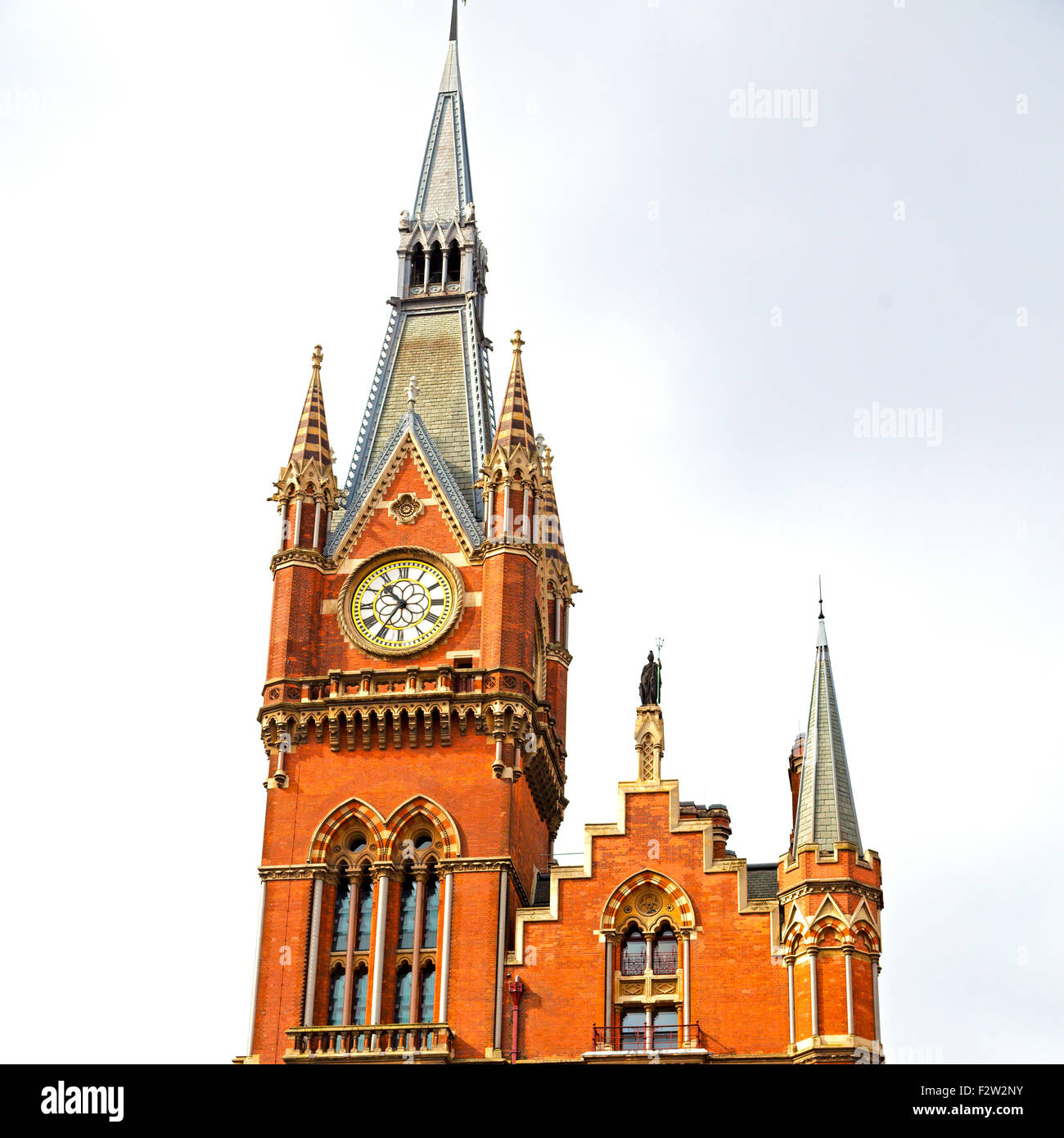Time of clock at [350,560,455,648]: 10:35
